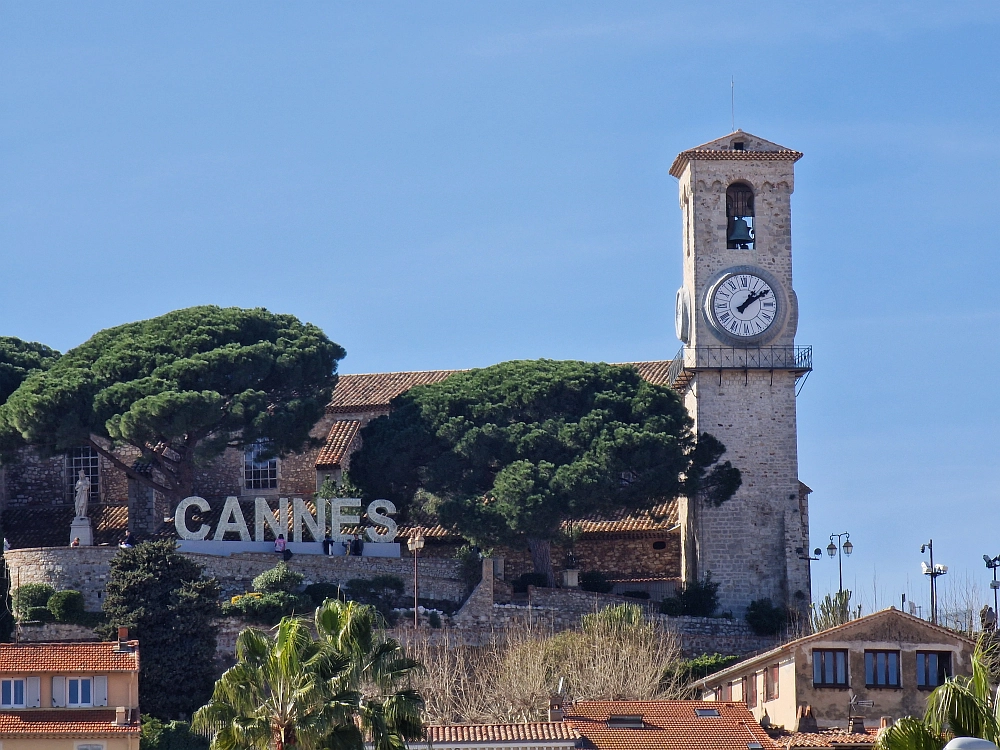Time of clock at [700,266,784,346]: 1:09
